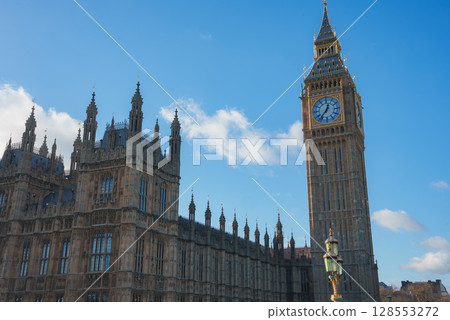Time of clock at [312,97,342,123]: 12:36
